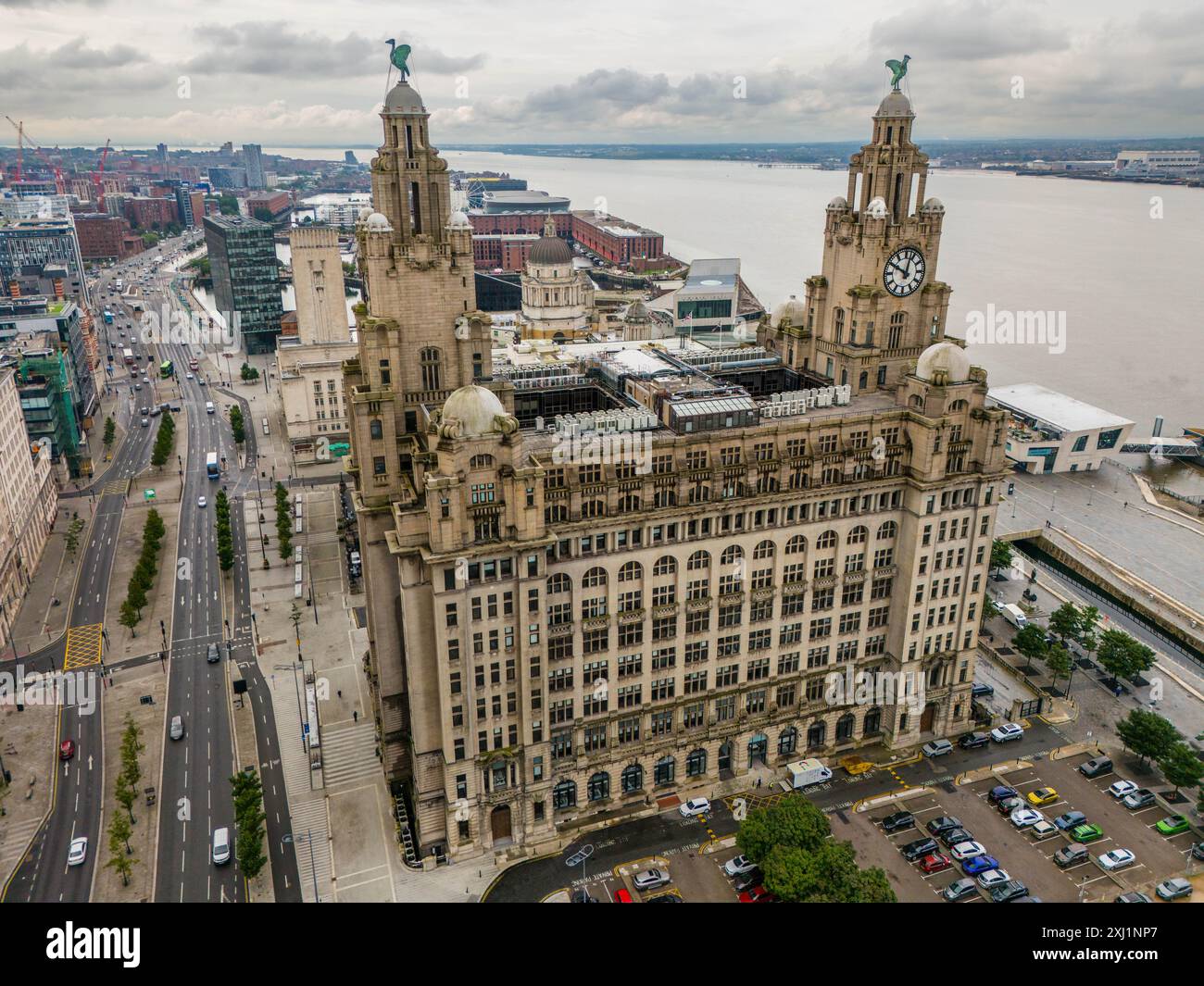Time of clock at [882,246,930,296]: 10:02
